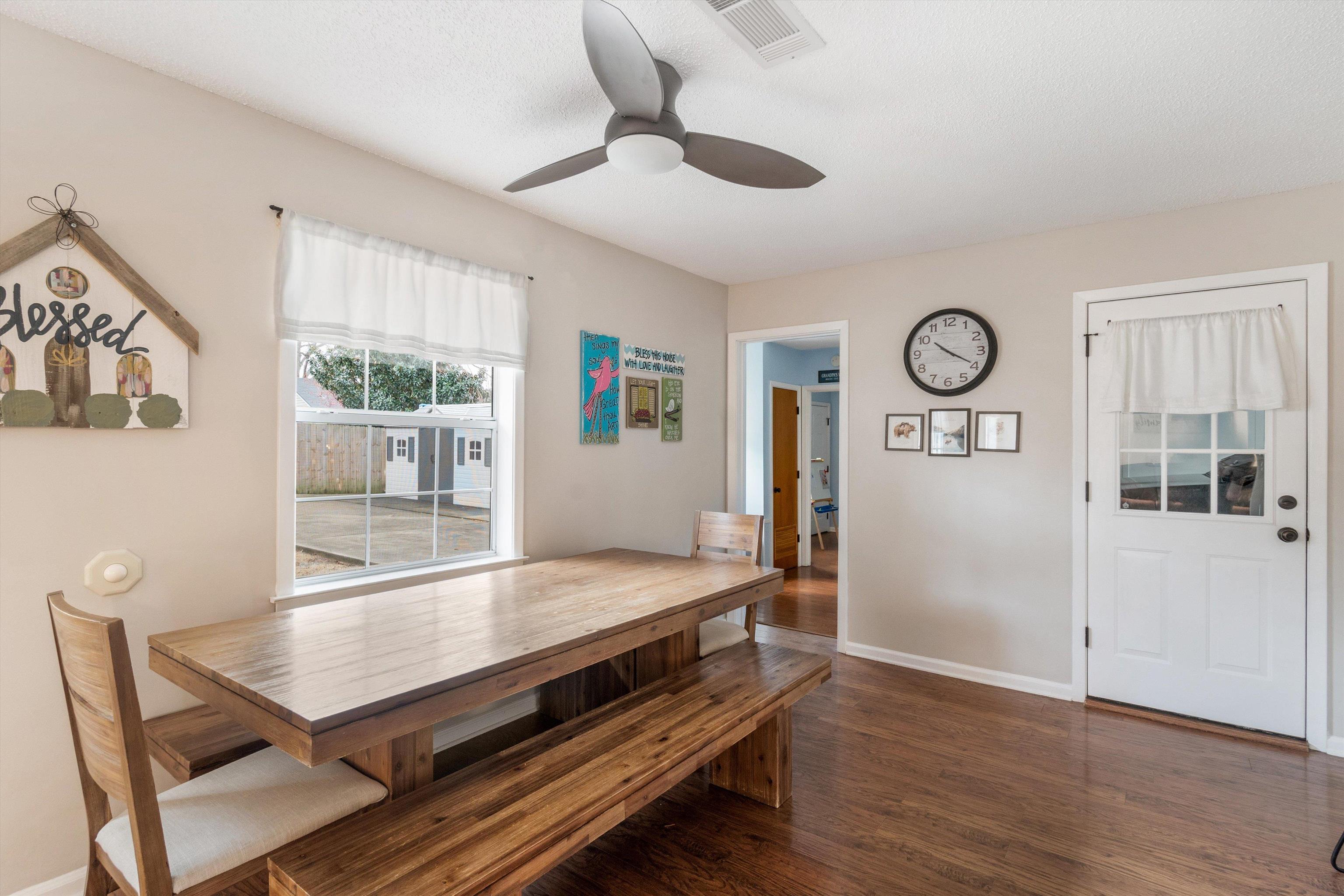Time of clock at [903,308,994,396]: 10:19
